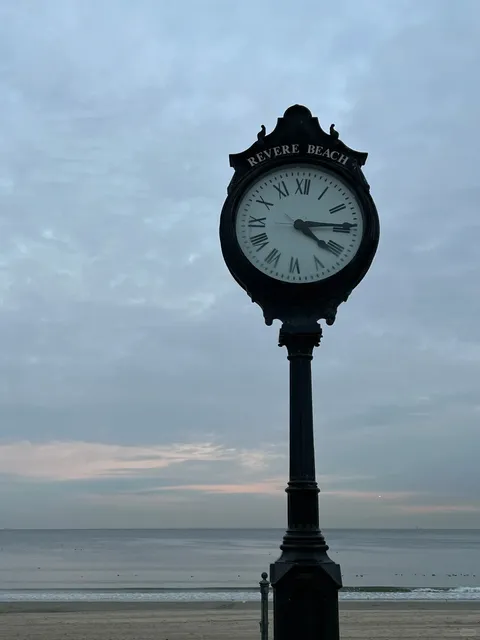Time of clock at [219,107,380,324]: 4:14
